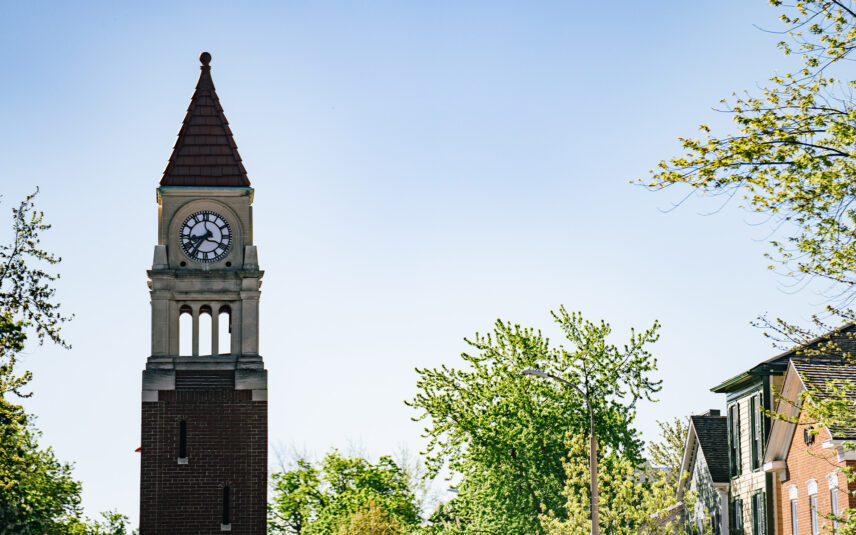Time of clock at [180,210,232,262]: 8:36
